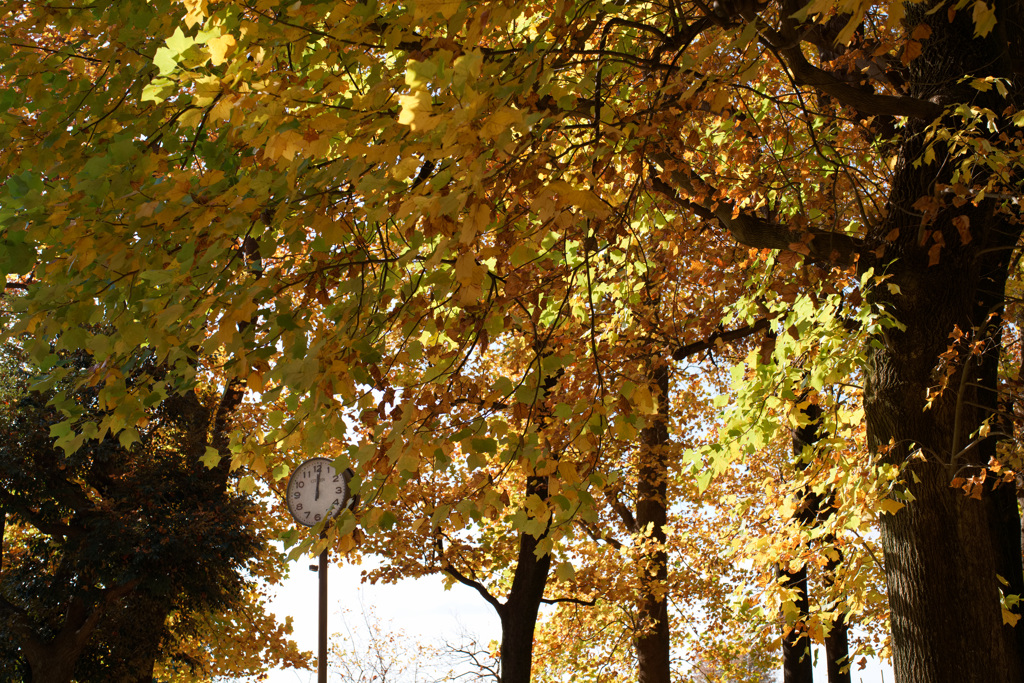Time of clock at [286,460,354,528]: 12:01
